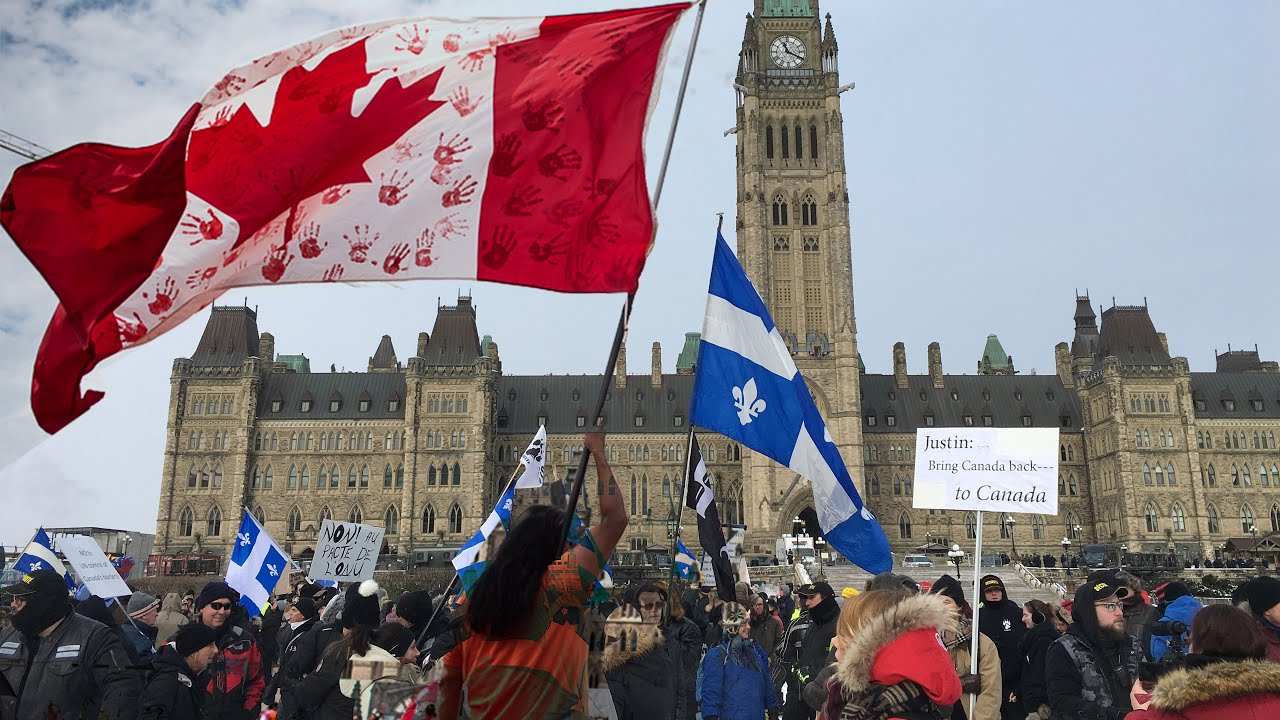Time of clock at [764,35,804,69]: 11:19
